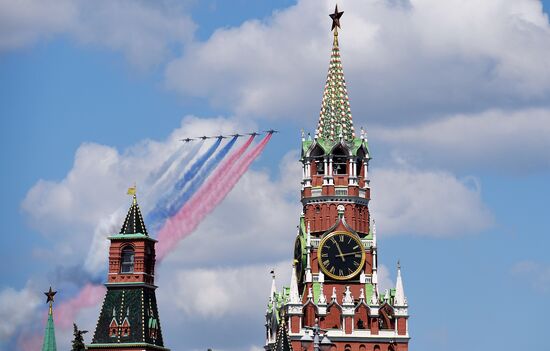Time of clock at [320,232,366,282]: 11:13
